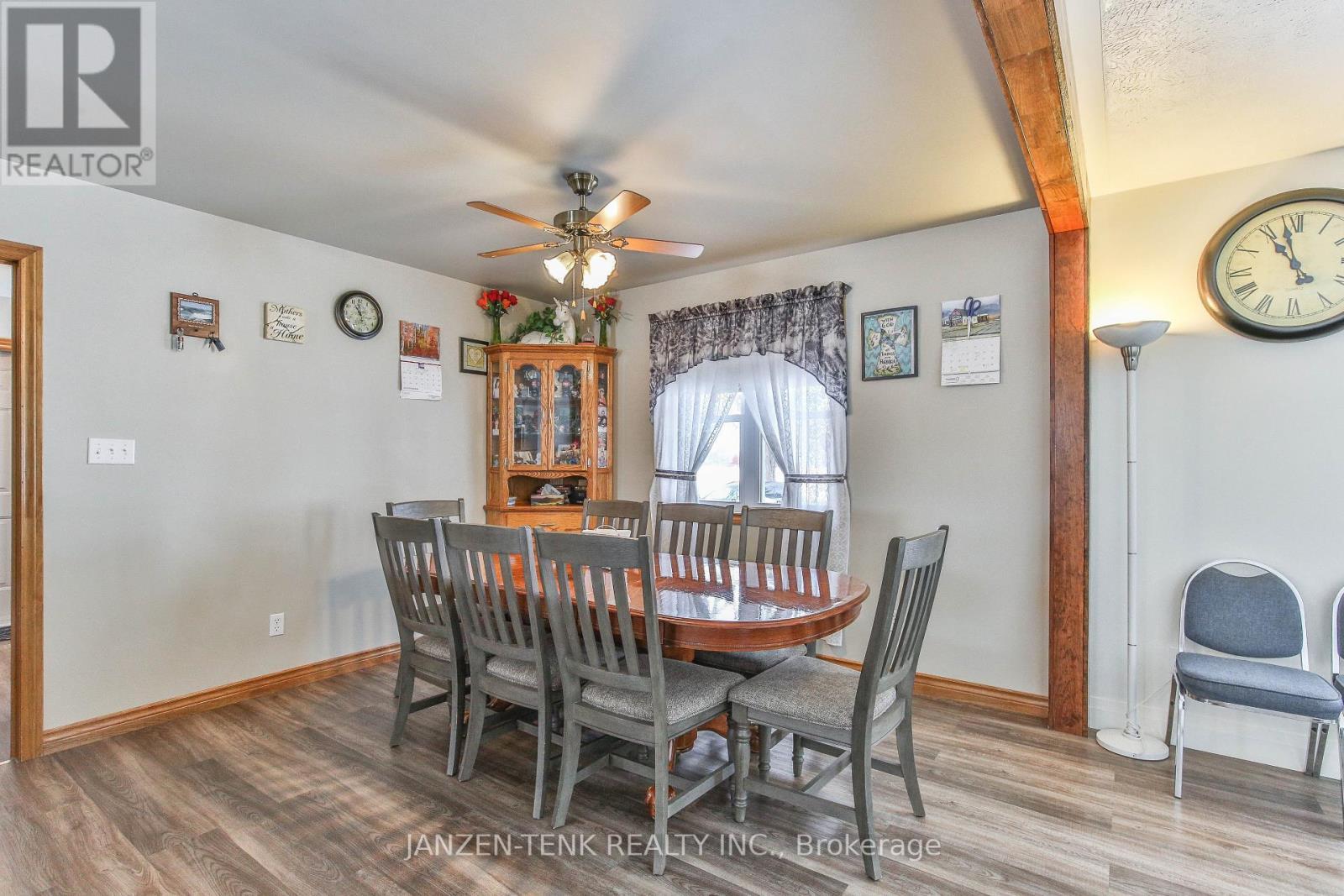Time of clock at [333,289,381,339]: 10:59
